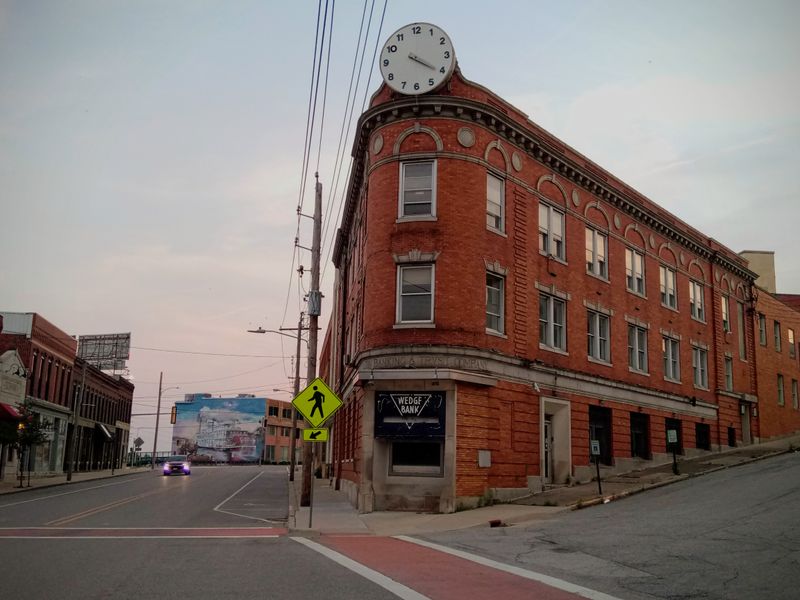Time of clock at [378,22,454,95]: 4:20
